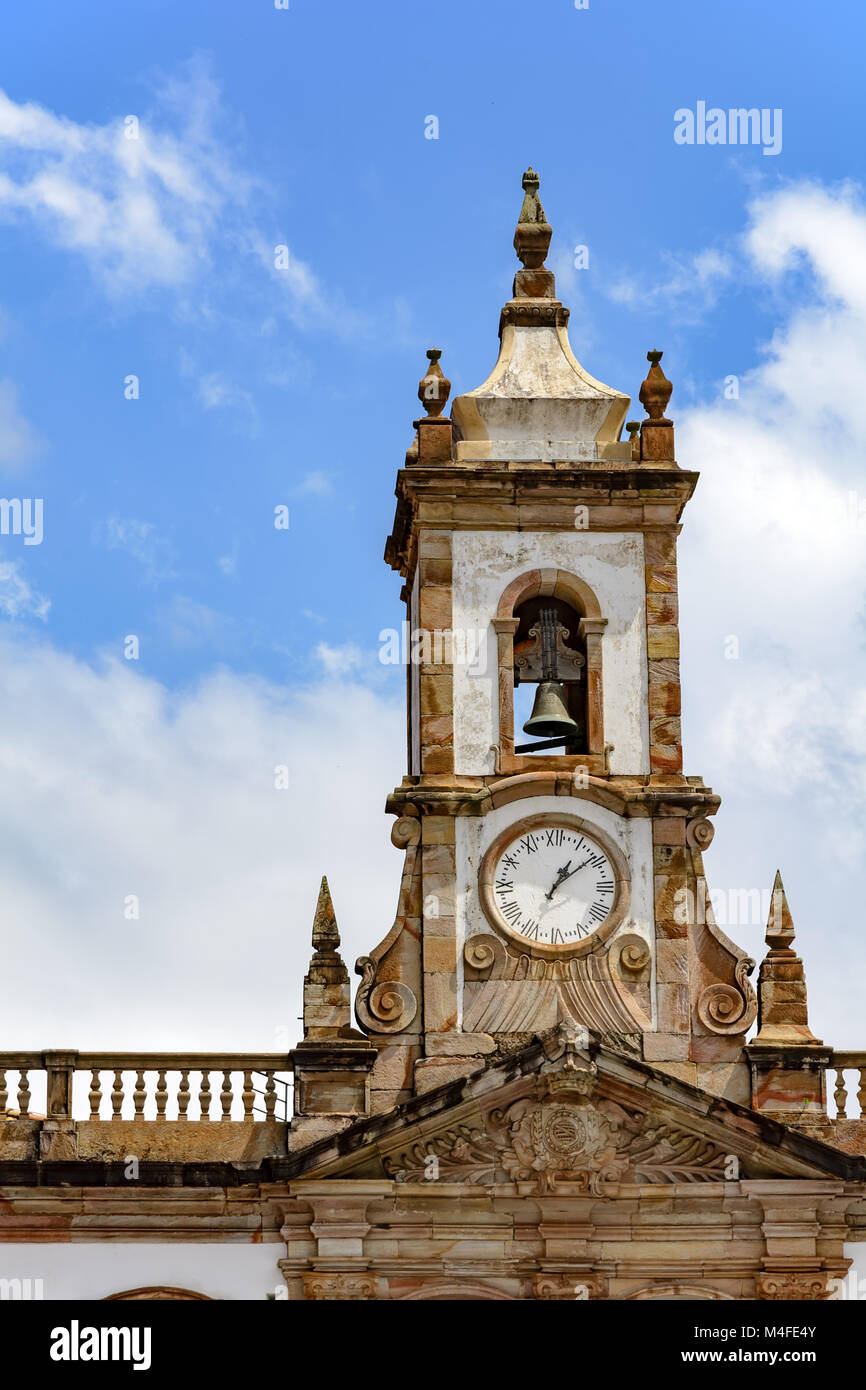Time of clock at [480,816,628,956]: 1:08
